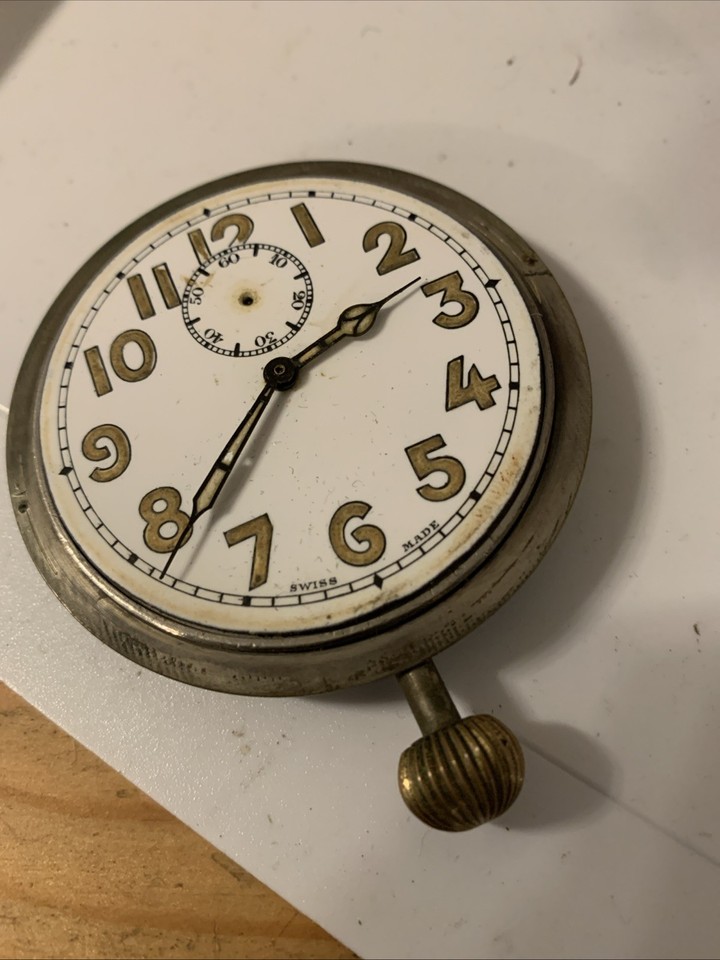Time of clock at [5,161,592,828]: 1:34
